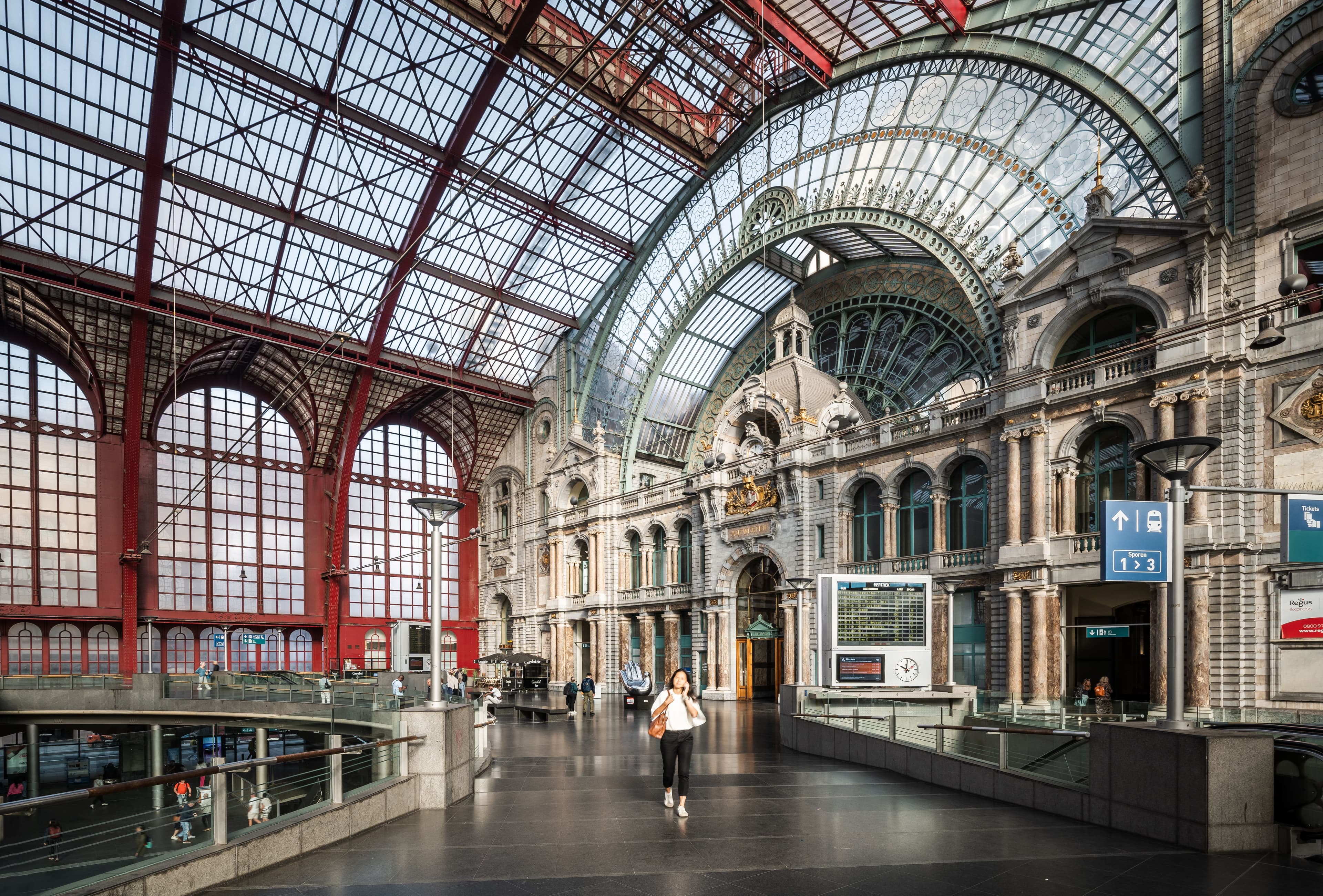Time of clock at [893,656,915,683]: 10:01
